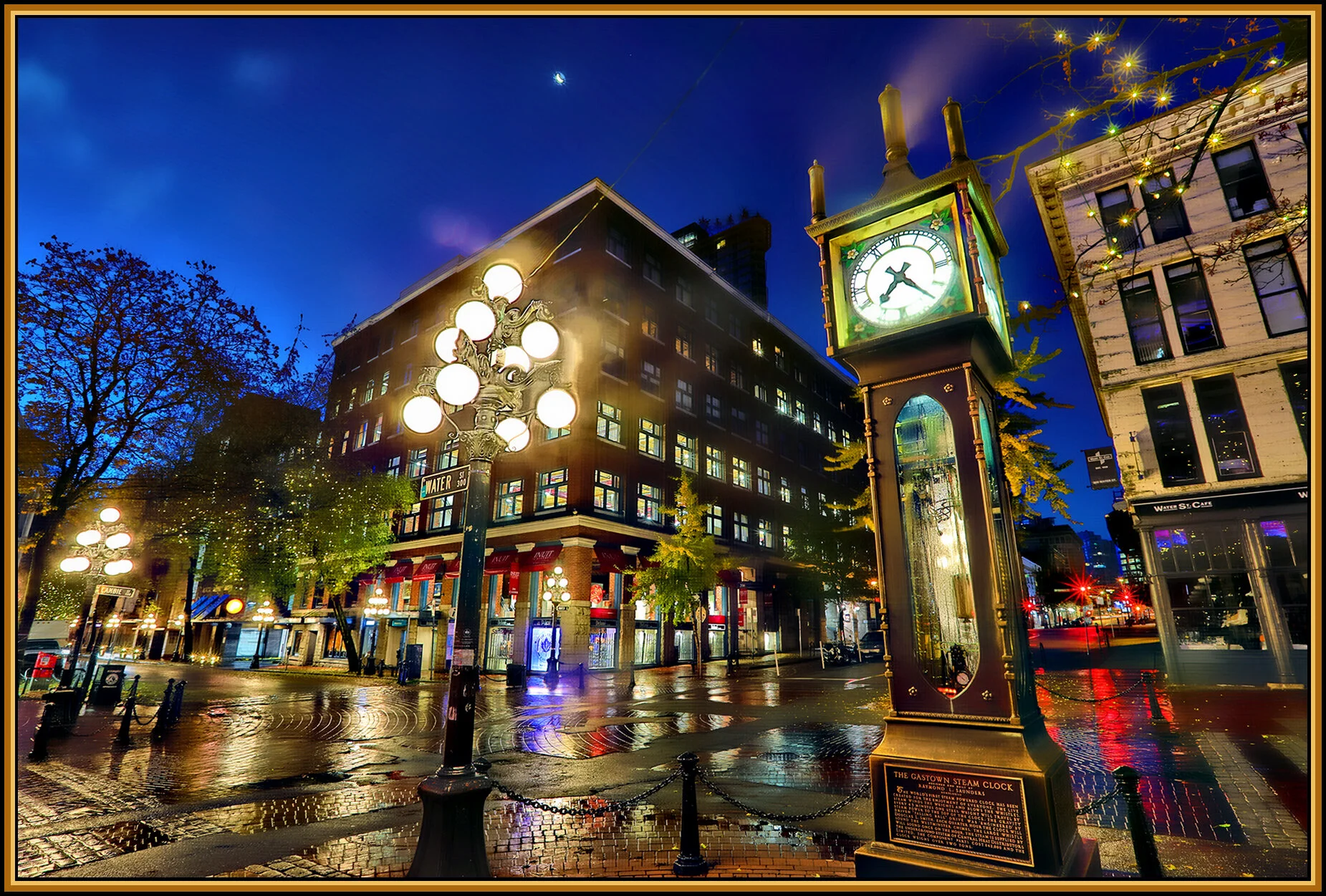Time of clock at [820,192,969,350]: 7:23
